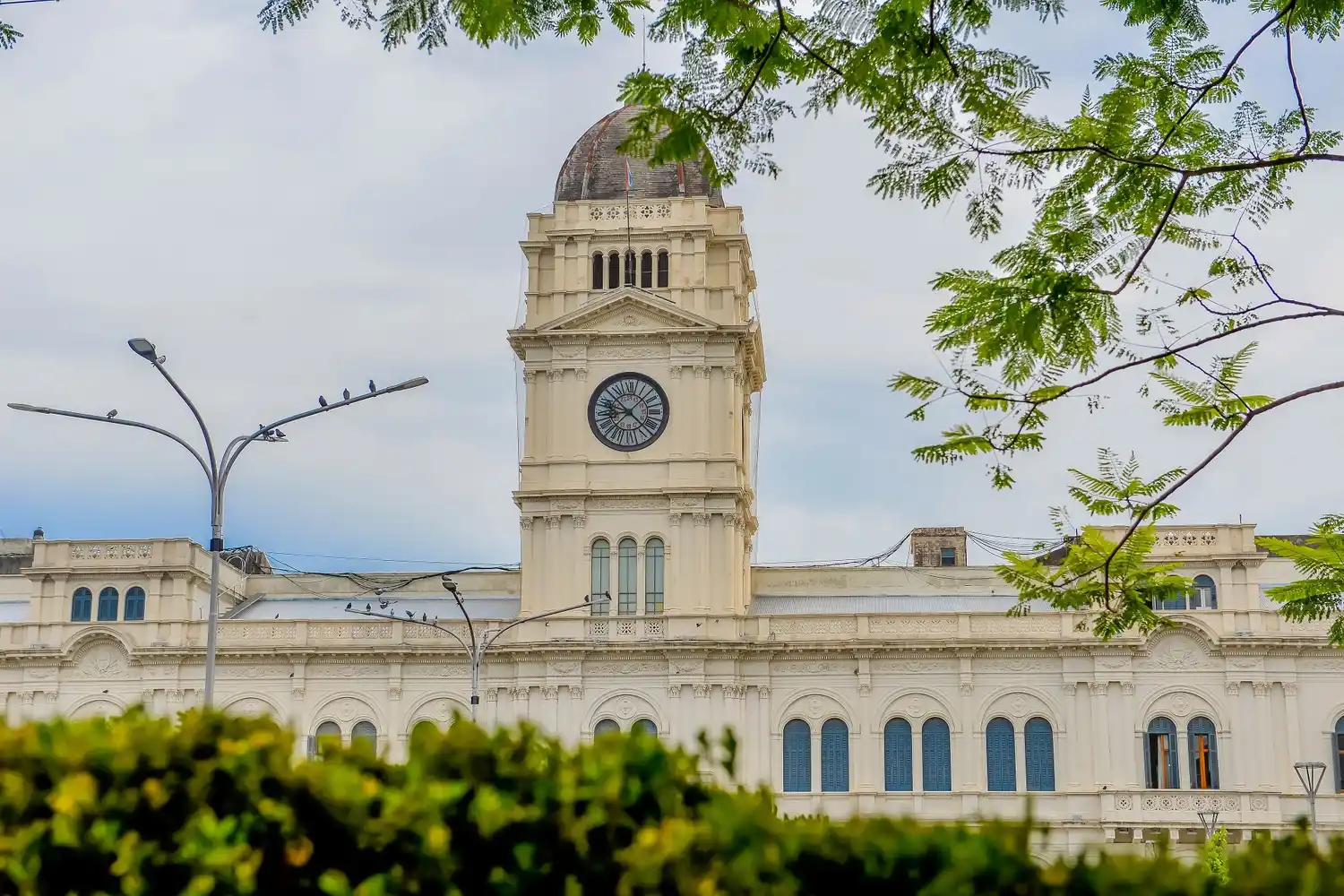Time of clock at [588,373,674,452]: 9:22
